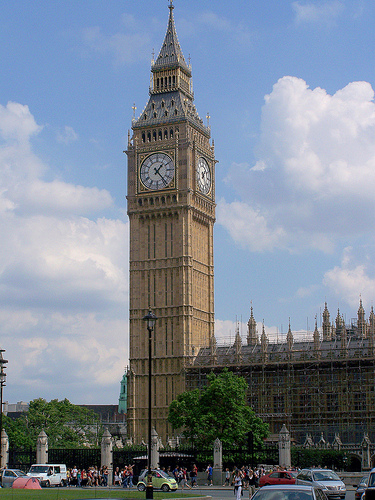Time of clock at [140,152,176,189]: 1:23
